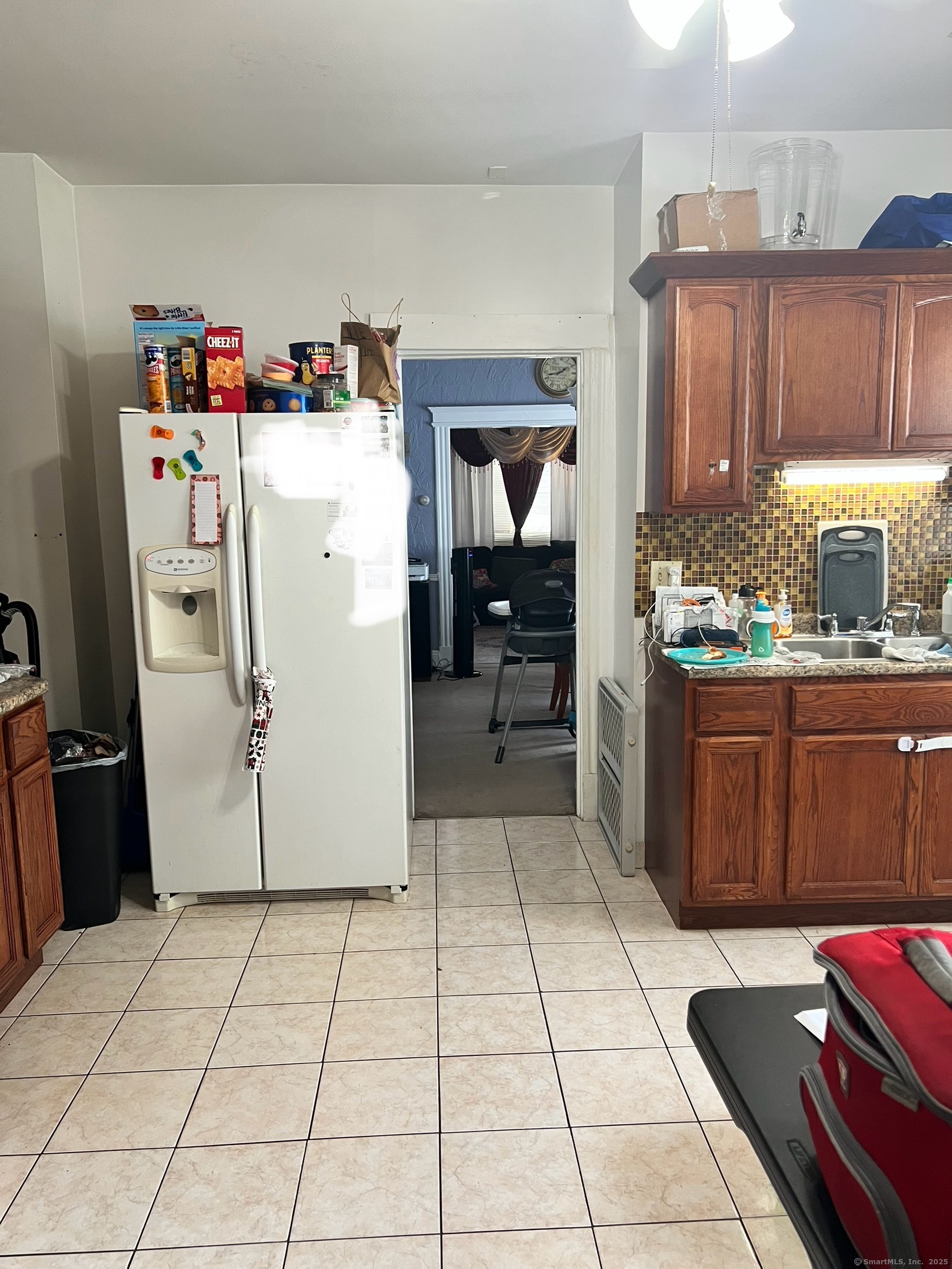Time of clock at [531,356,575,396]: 1:42
